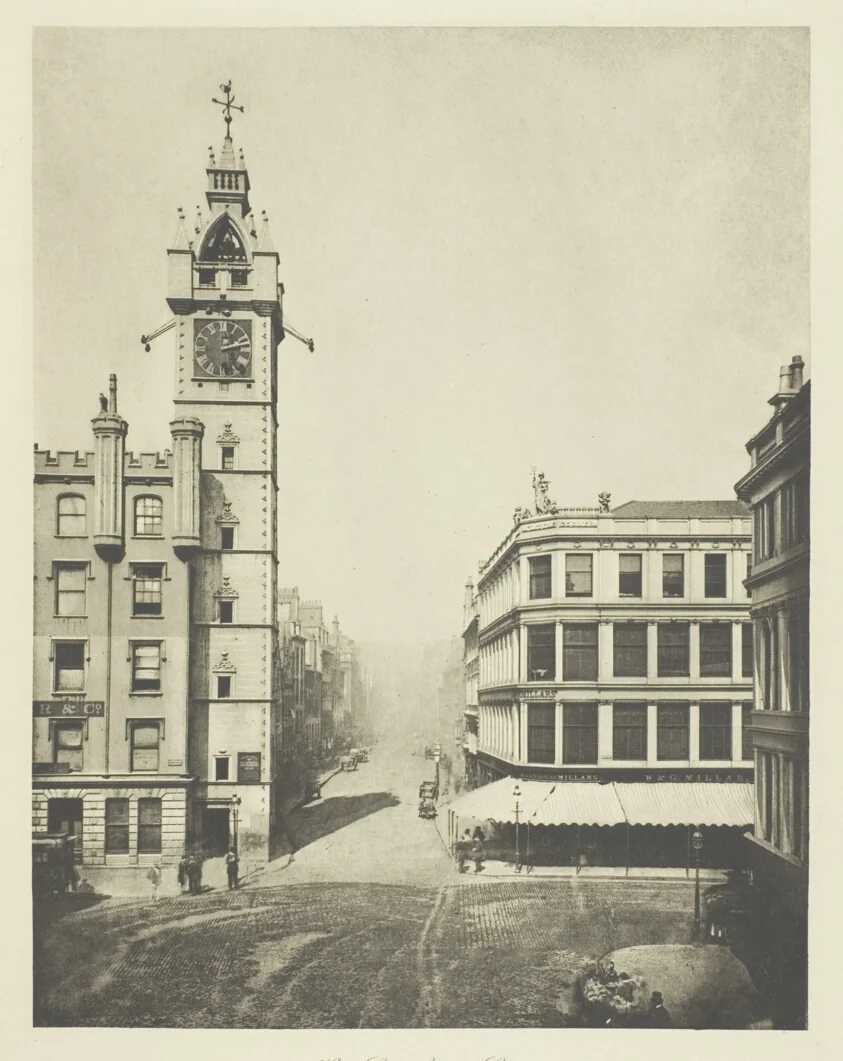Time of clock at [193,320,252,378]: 2:12
